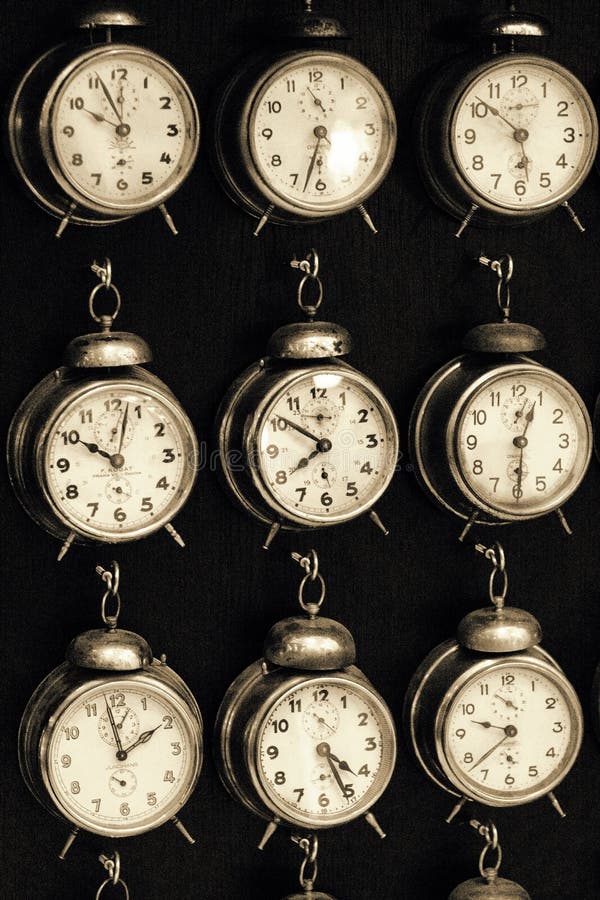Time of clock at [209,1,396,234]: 6:32
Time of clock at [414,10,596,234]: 5:51
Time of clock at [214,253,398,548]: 7:51
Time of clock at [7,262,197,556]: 10:02
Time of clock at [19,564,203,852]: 1:58
